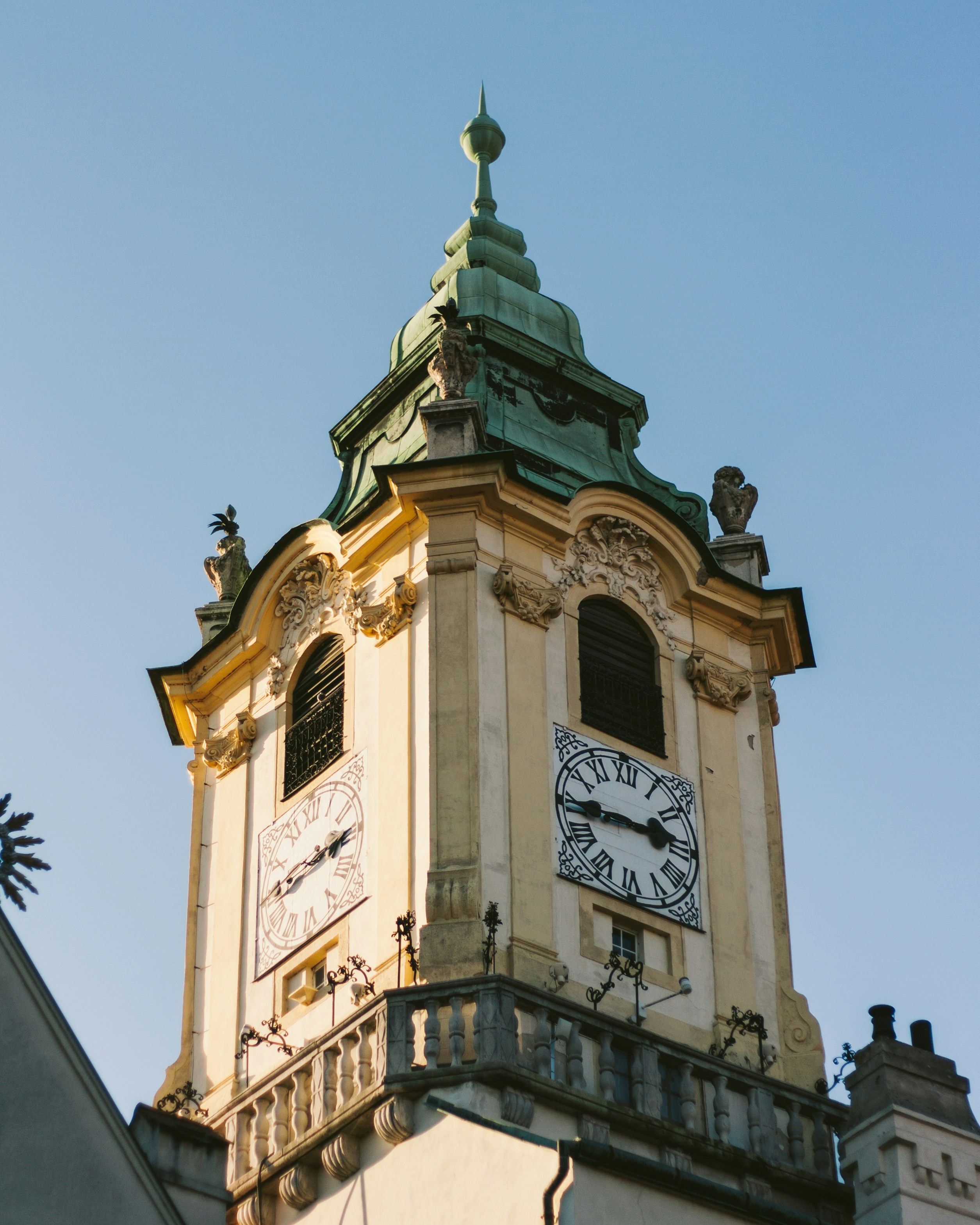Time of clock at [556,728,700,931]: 2:44
